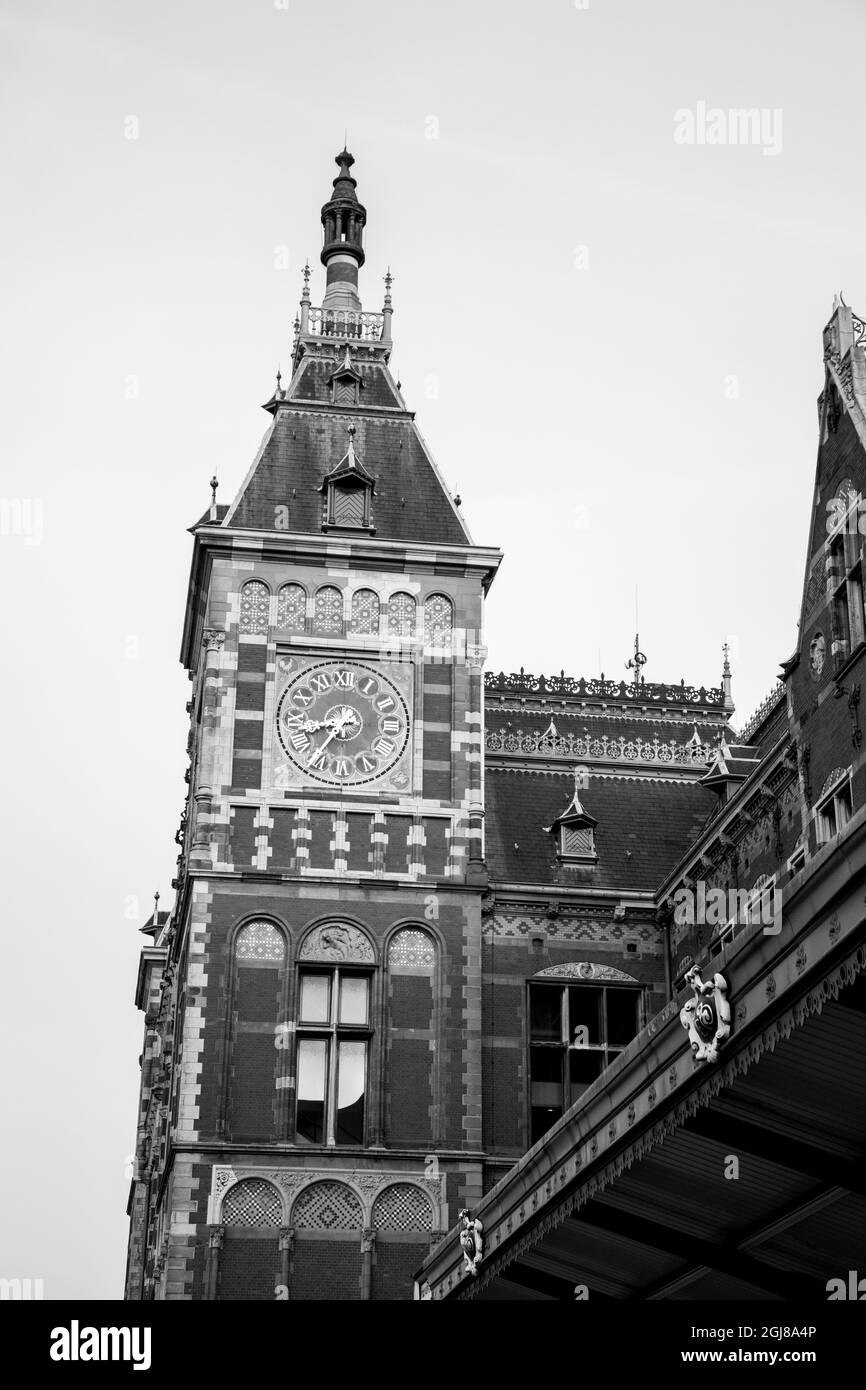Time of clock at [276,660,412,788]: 8:36
